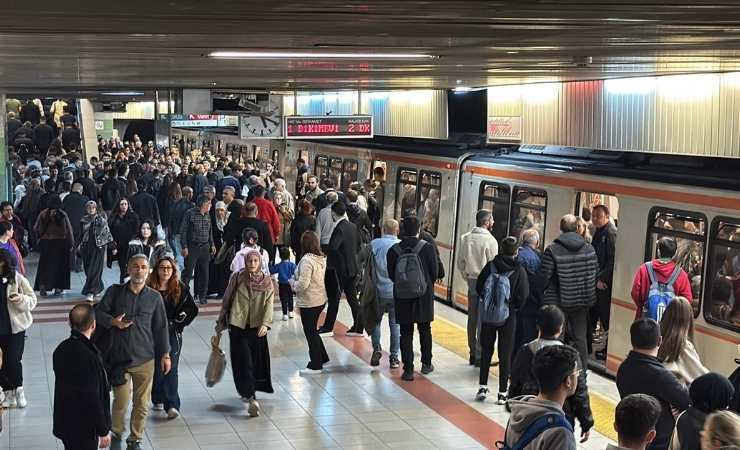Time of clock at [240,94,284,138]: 5:18
